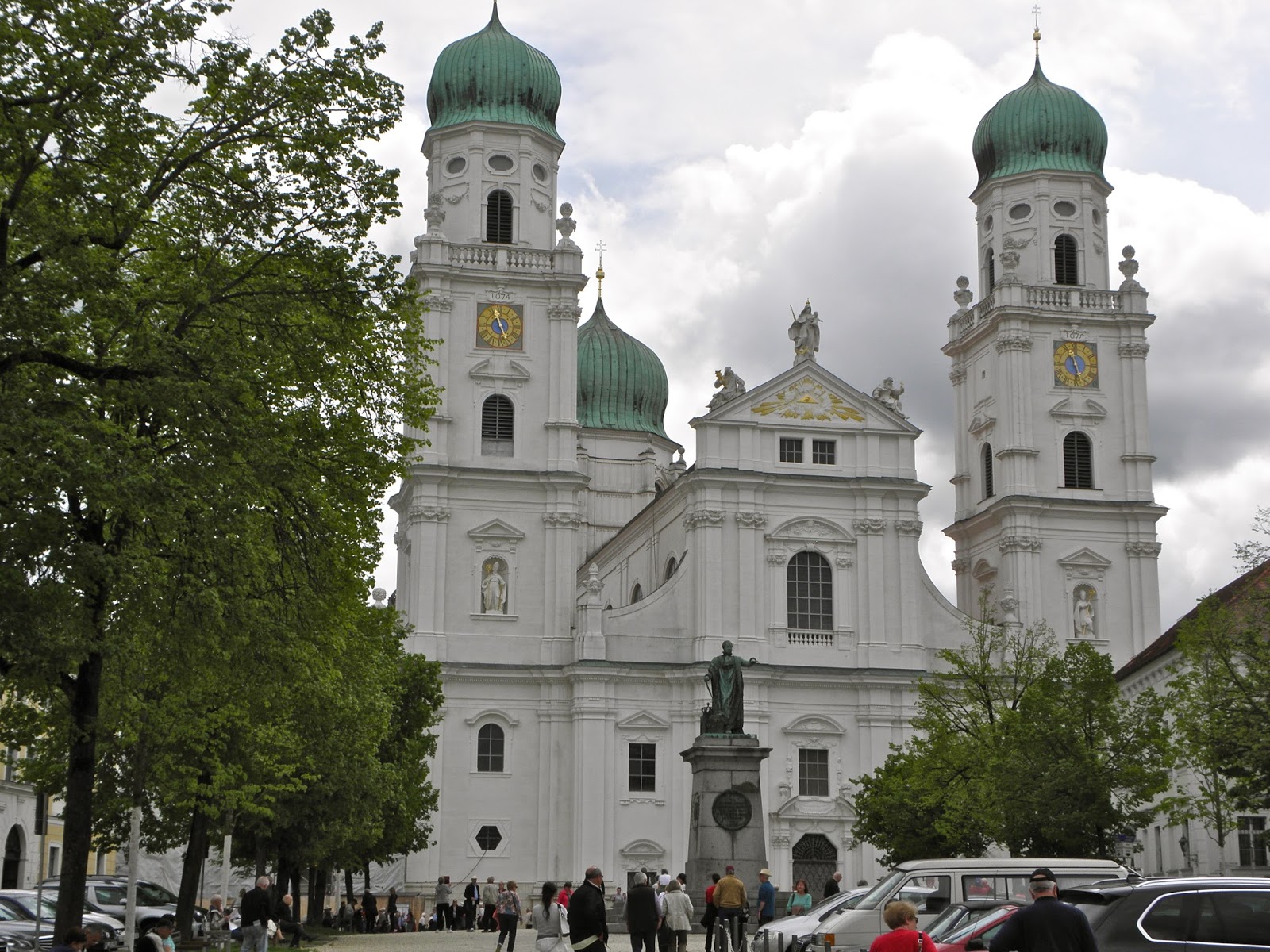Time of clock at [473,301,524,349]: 11:25
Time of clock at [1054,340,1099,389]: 11:28
